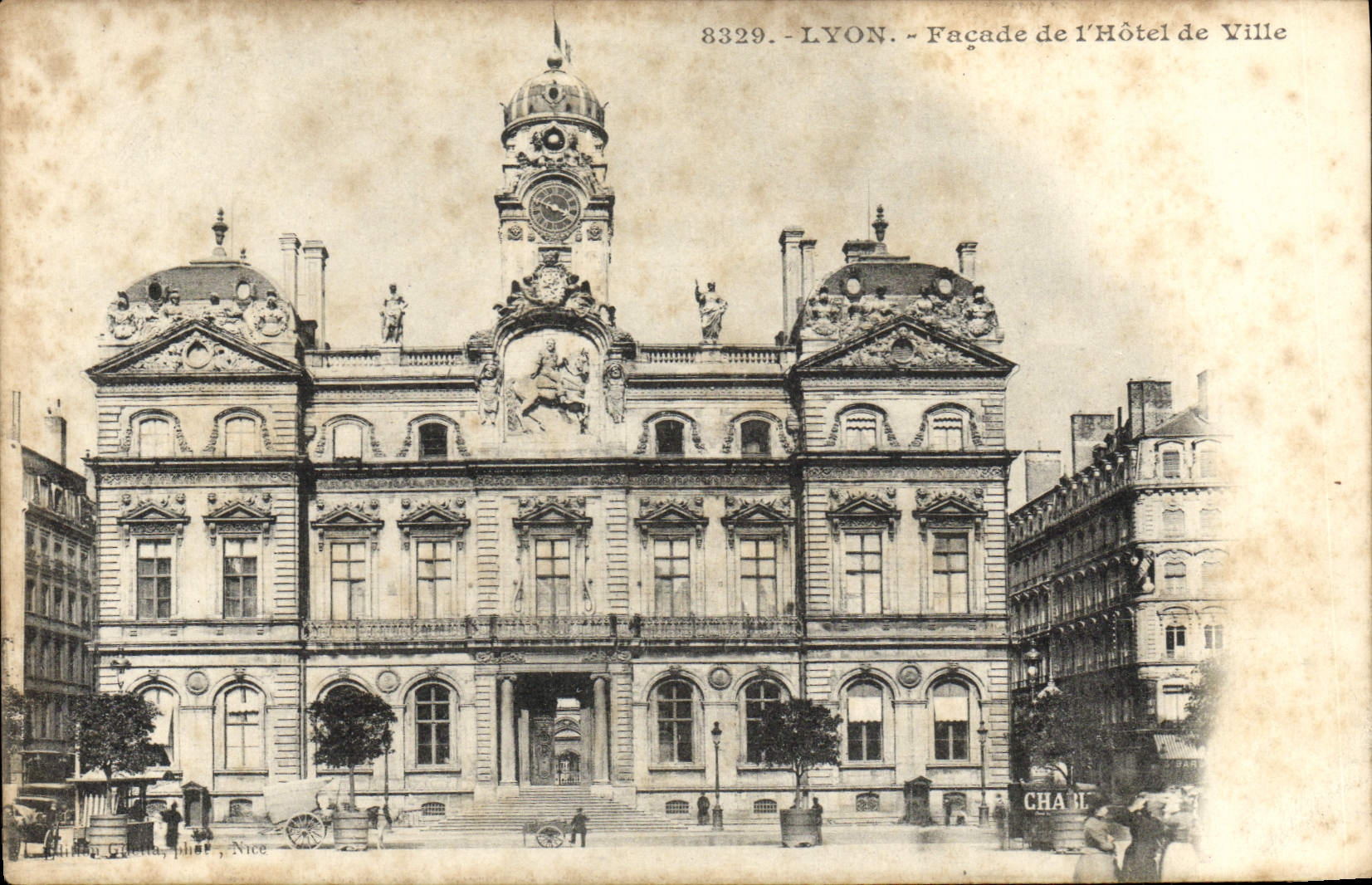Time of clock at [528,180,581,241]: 3:47
